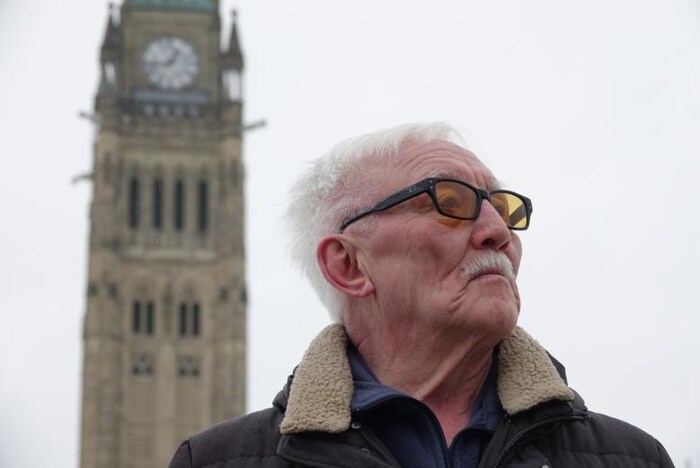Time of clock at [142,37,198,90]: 12:43
